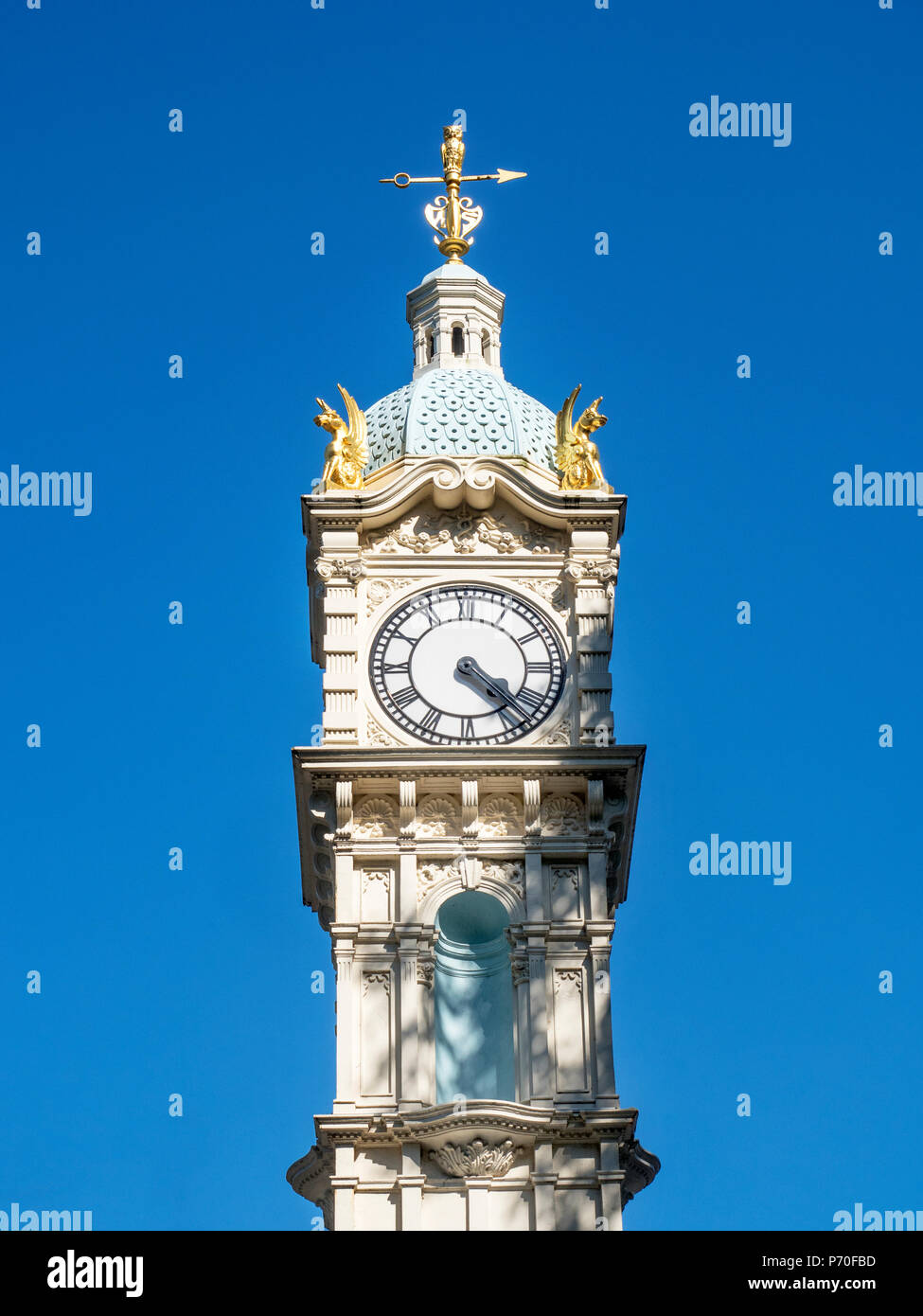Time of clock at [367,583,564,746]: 4:23
